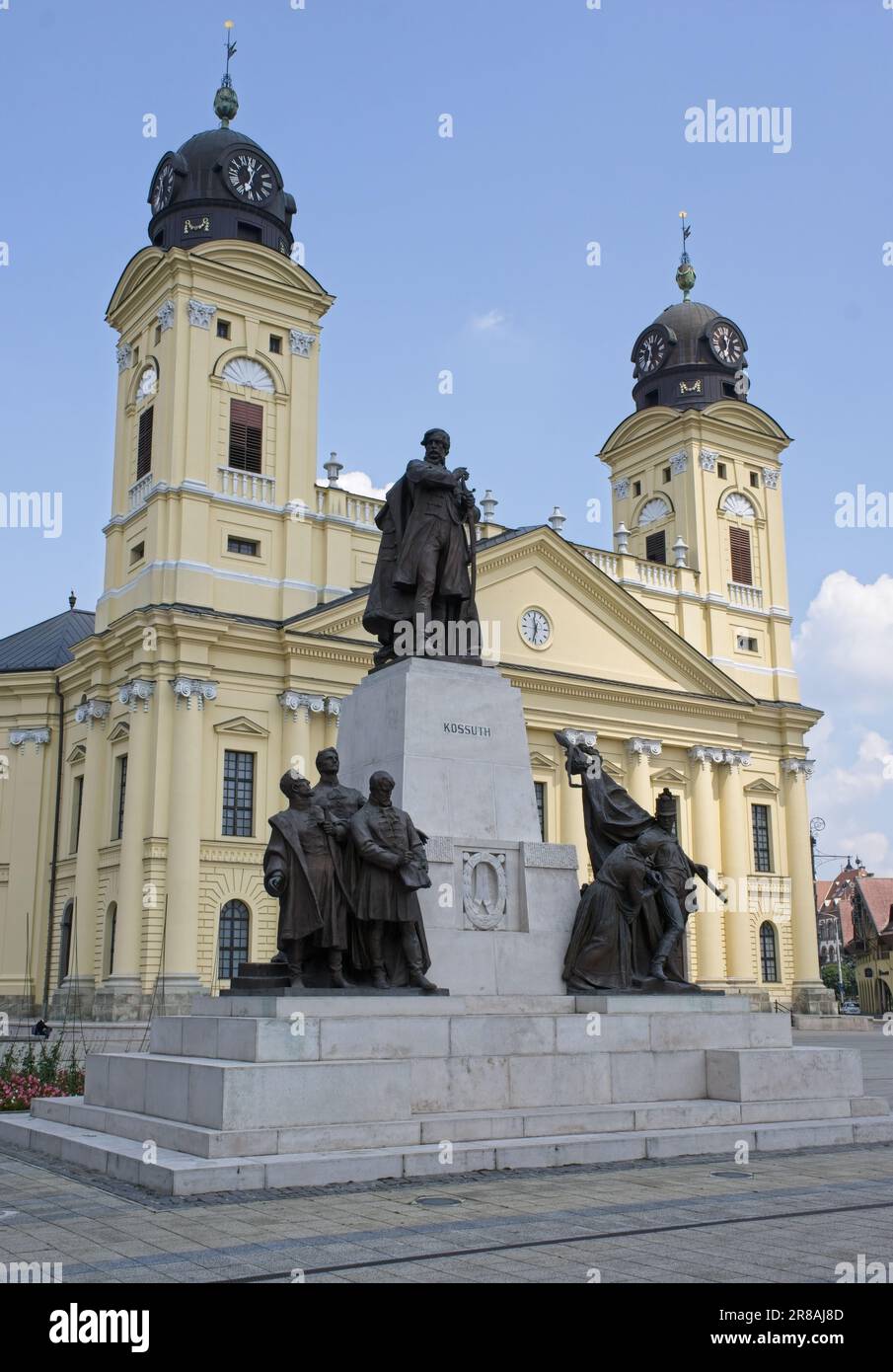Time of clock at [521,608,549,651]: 11:32
